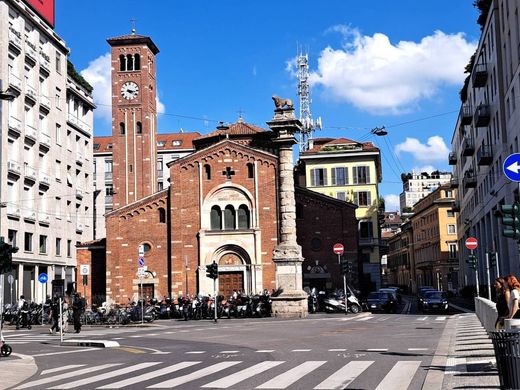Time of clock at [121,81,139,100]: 4:16
